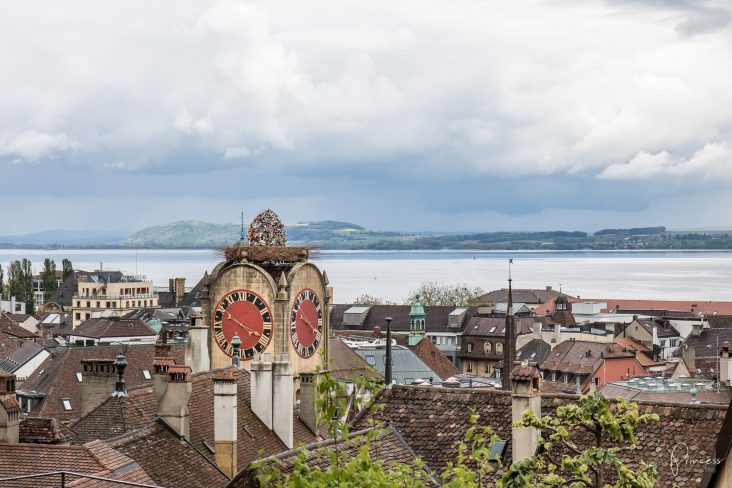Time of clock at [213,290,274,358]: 3:50
